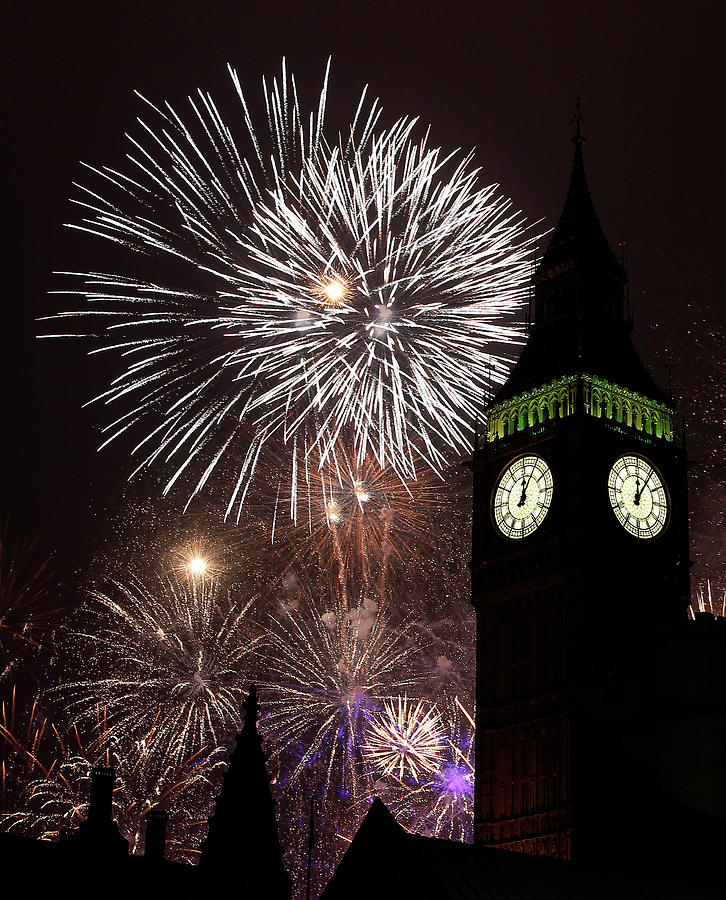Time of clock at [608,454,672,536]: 12:05
